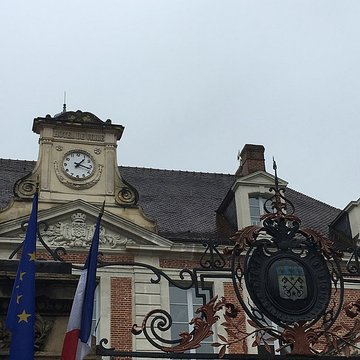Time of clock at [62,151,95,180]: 1:17
